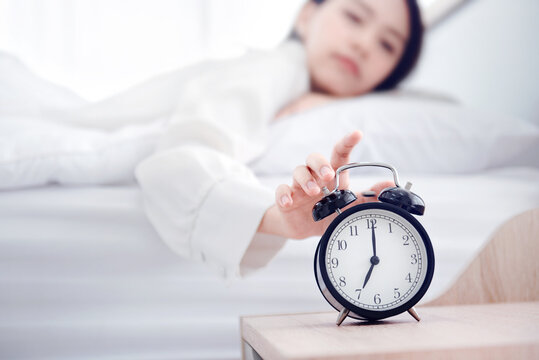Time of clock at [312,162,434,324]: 7:00
